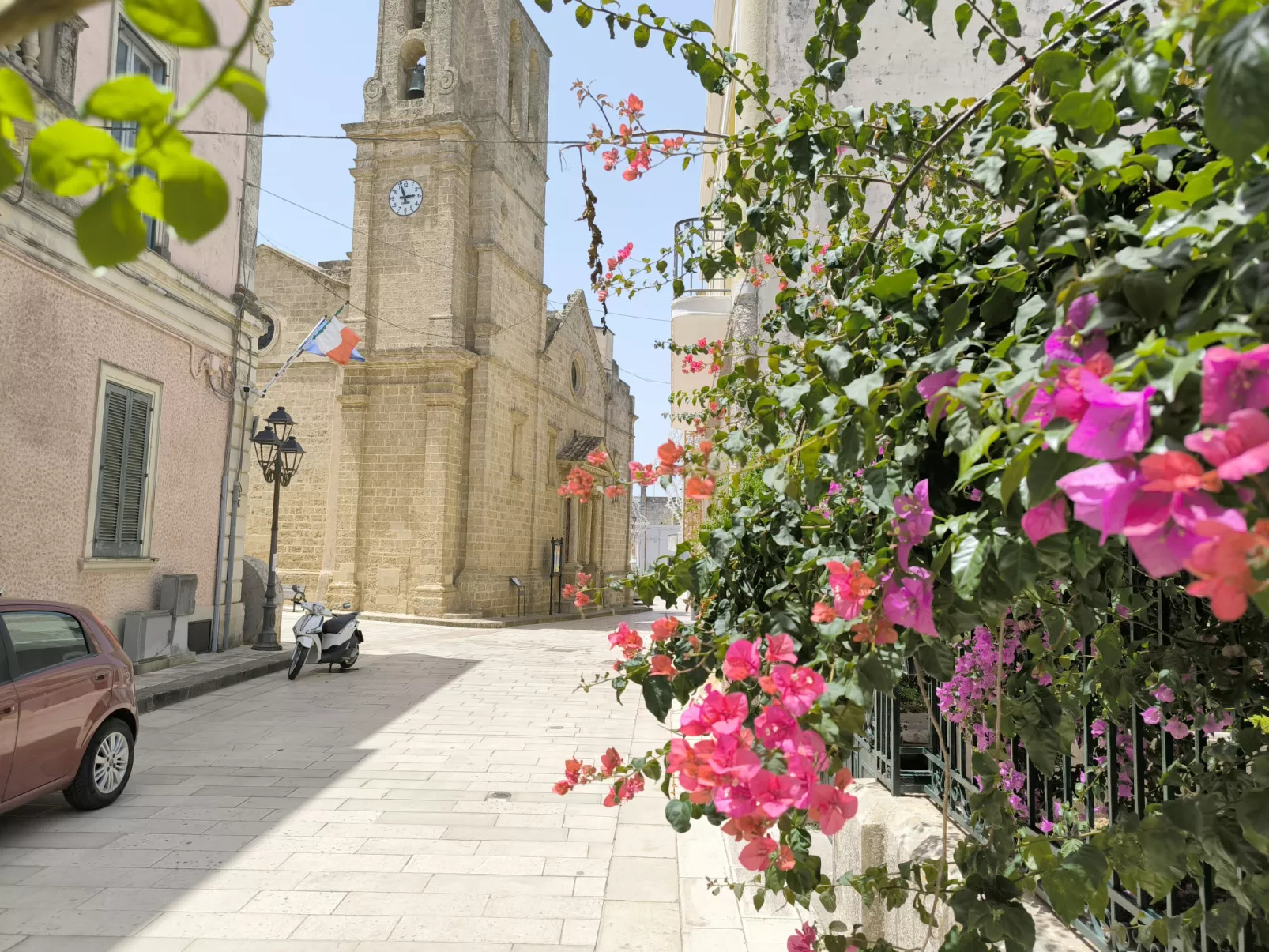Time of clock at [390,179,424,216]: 2:56
